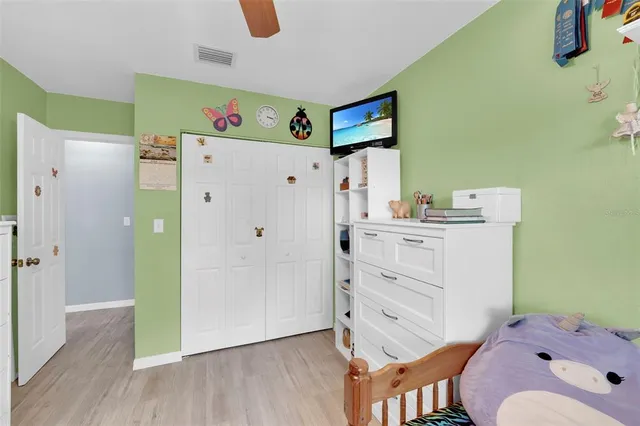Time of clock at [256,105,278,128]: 3:17
